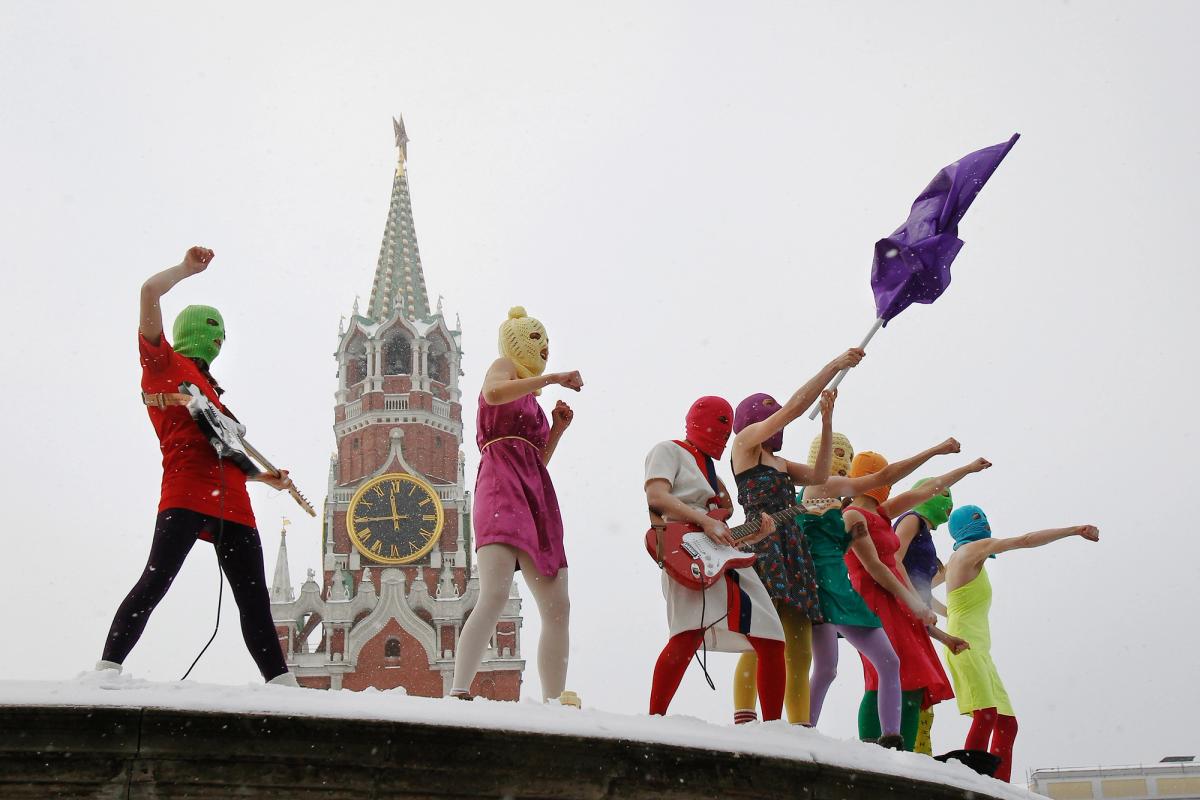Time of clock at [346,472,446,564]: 11:44
